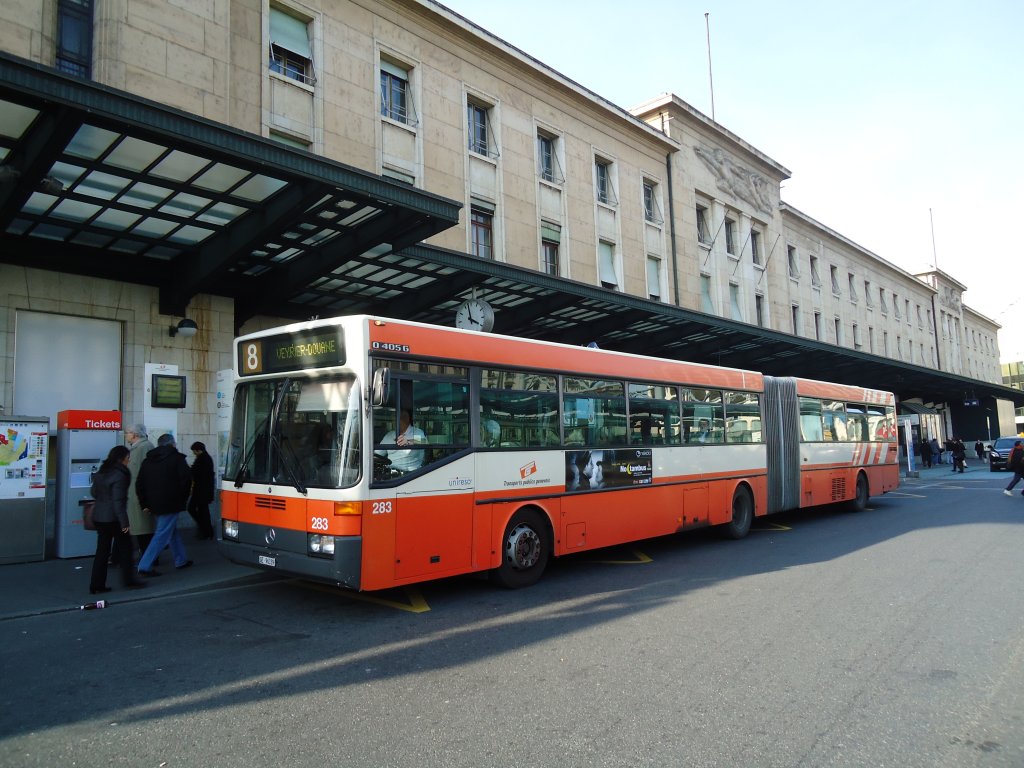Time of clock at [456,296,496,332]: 3:58
